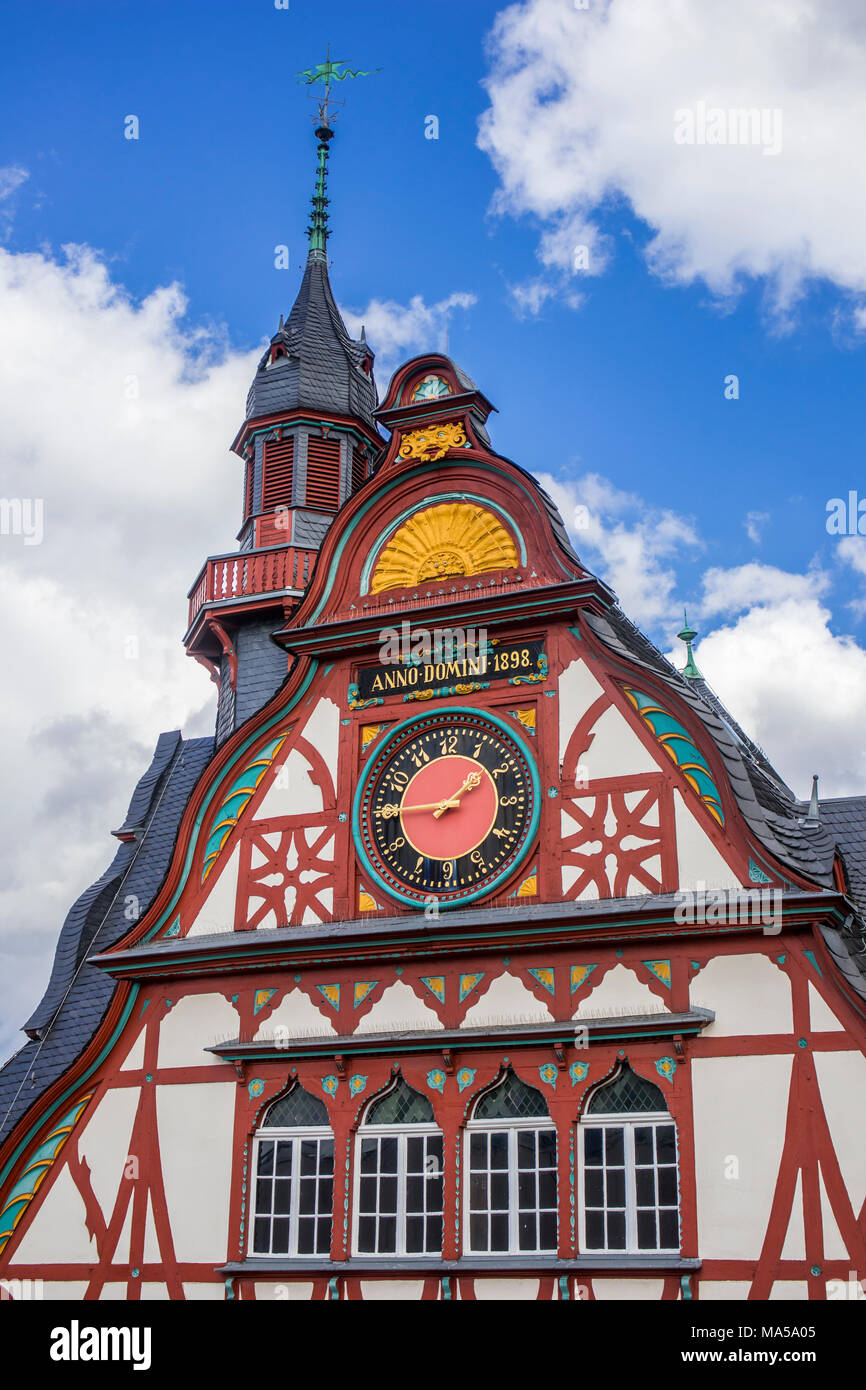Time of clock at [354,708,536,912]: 1:44
